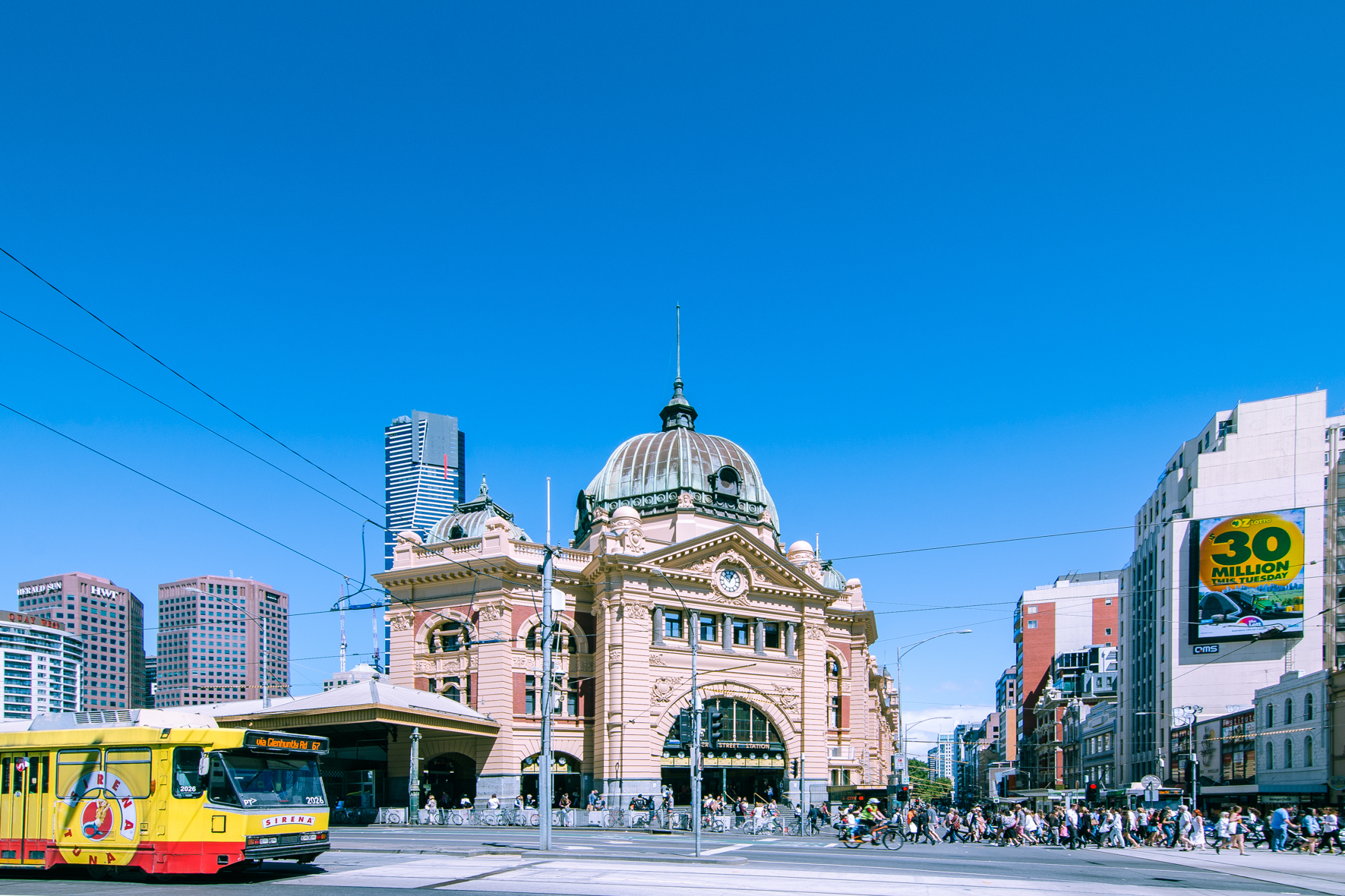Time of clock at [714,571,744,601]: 12:52
